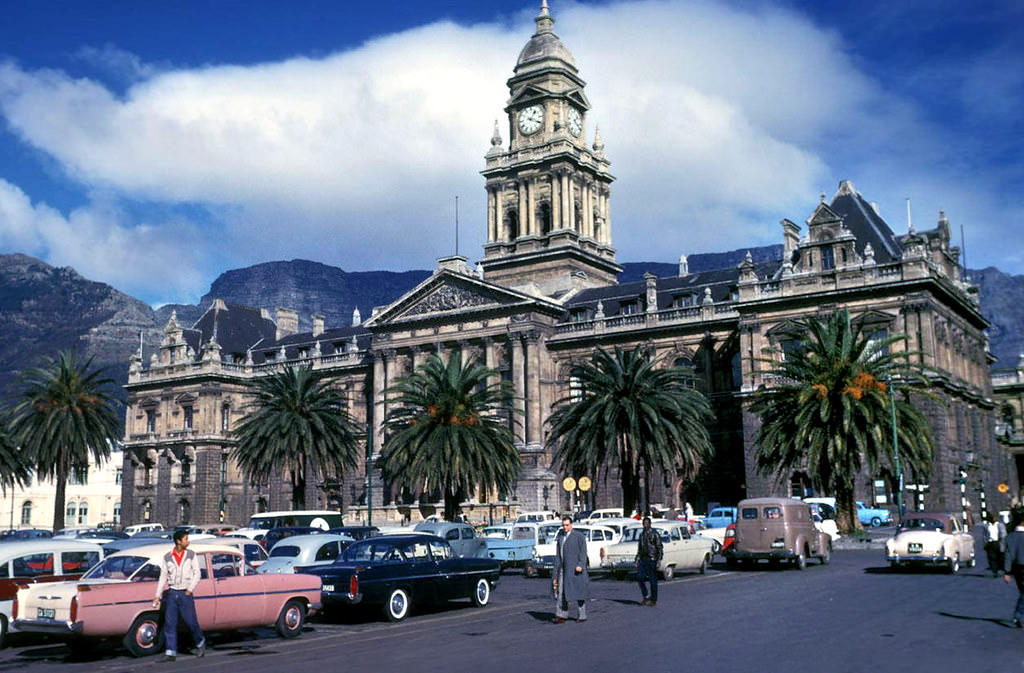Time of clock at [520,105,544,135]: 1:18
